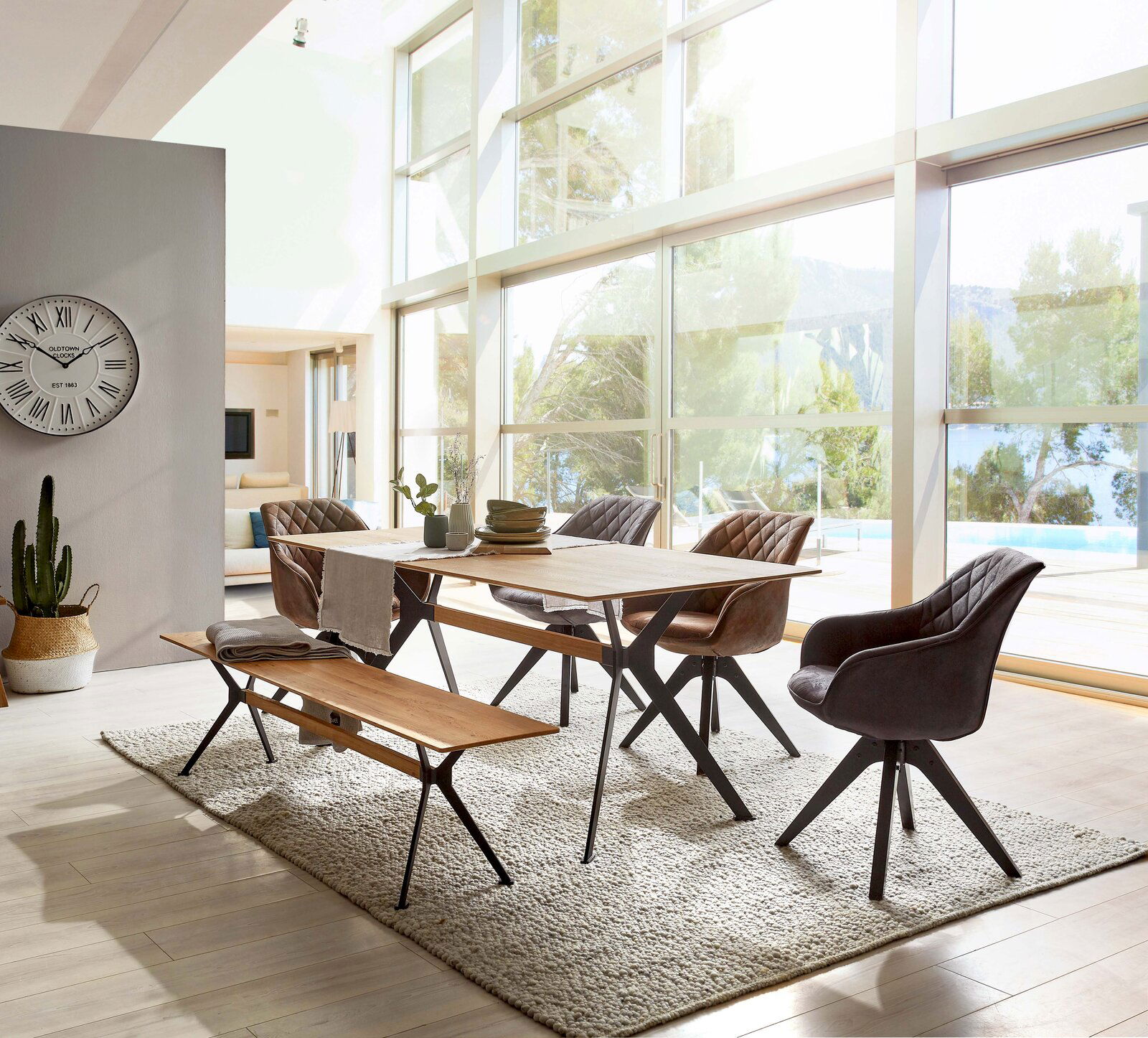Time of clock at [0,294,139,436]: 1:50
